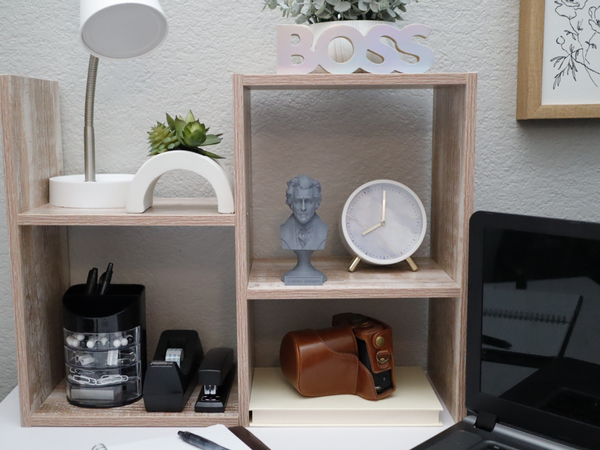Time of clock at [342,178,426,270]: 8:00
